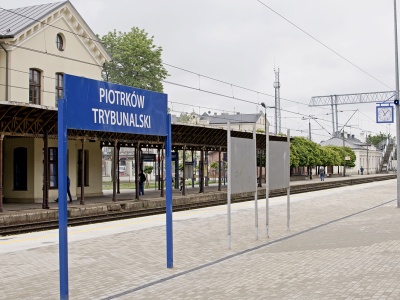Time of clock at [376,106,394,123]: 11:07
